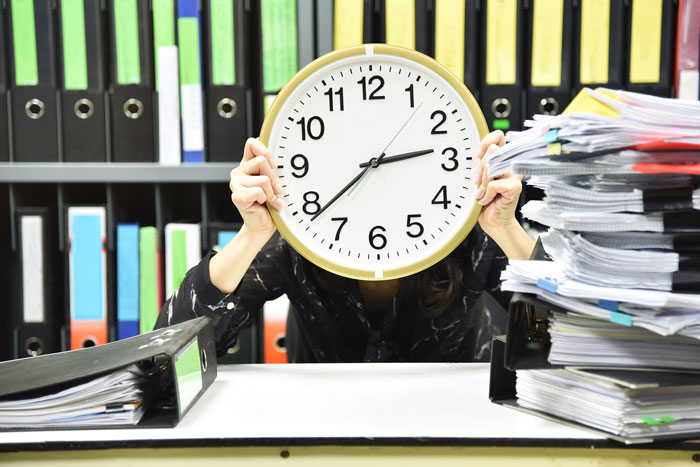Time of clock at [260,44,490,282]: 2:38
